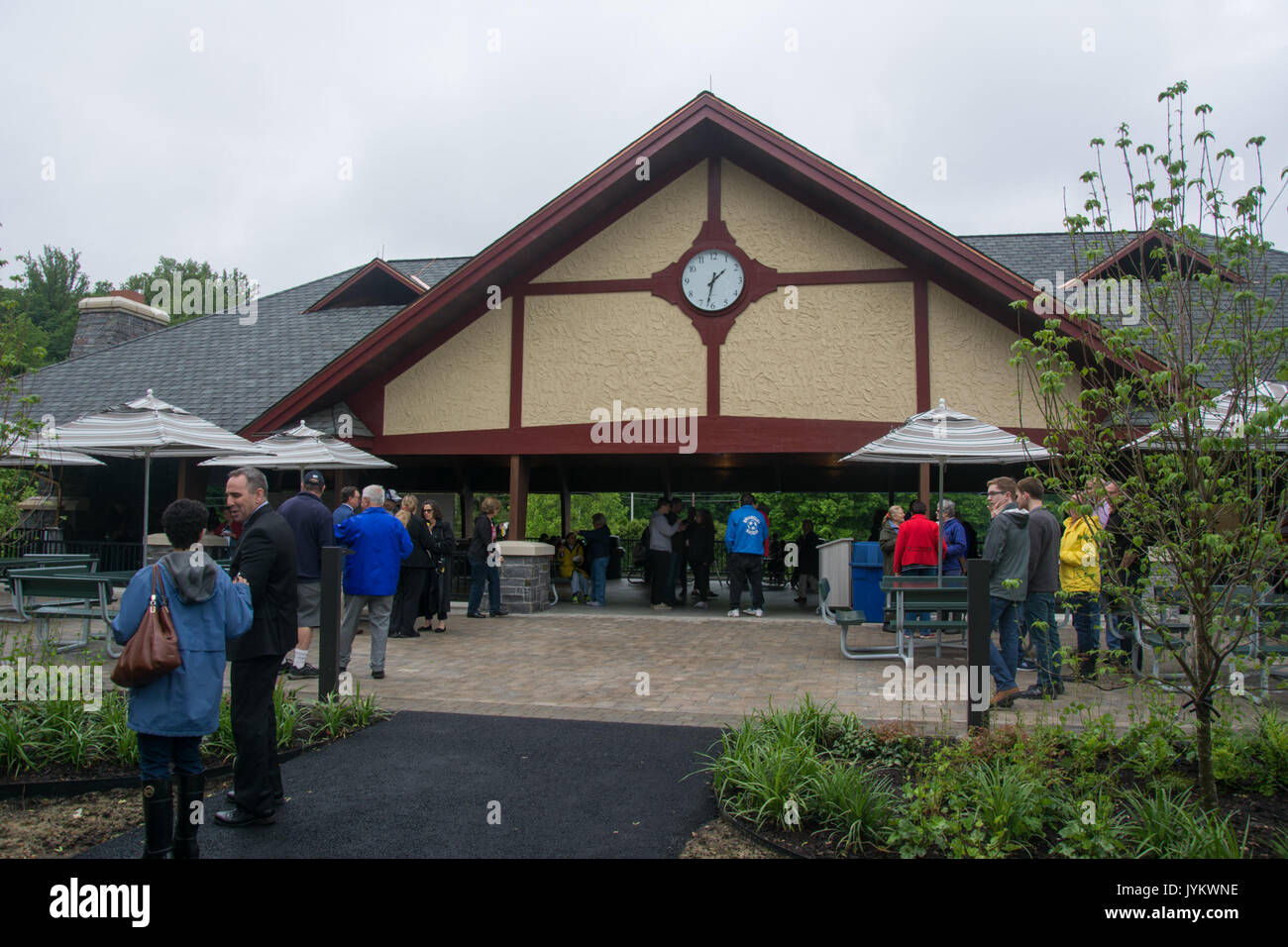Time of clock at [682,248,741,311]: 1:32
